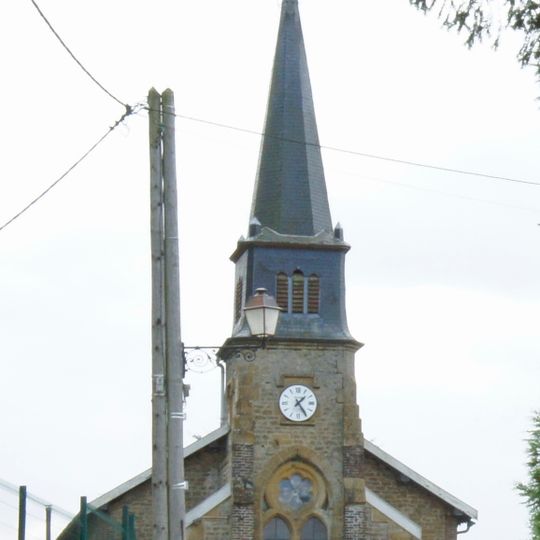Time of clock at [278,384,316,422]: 1:24
